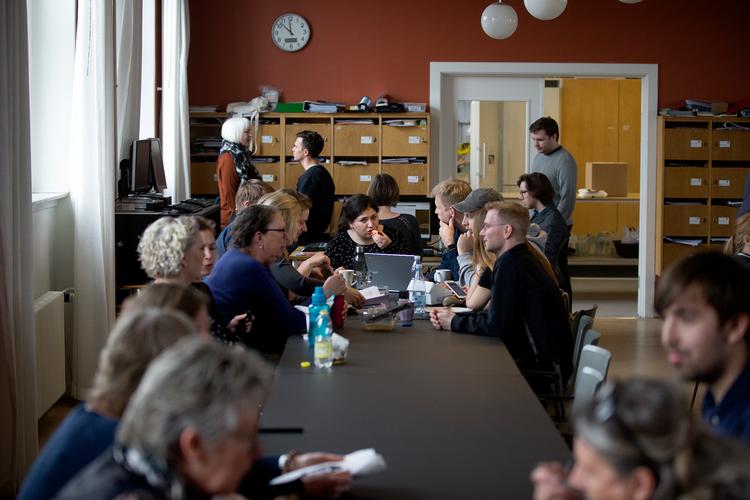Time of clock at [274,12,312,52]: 11:52
